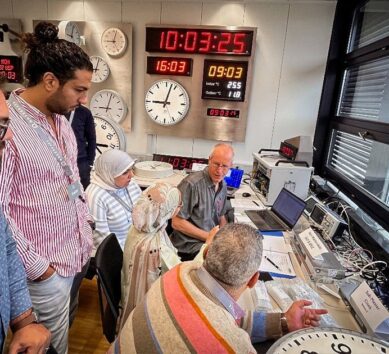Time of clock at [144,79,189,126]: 9:02
